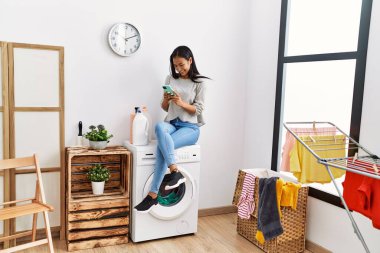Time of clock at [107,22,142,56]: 2:11
